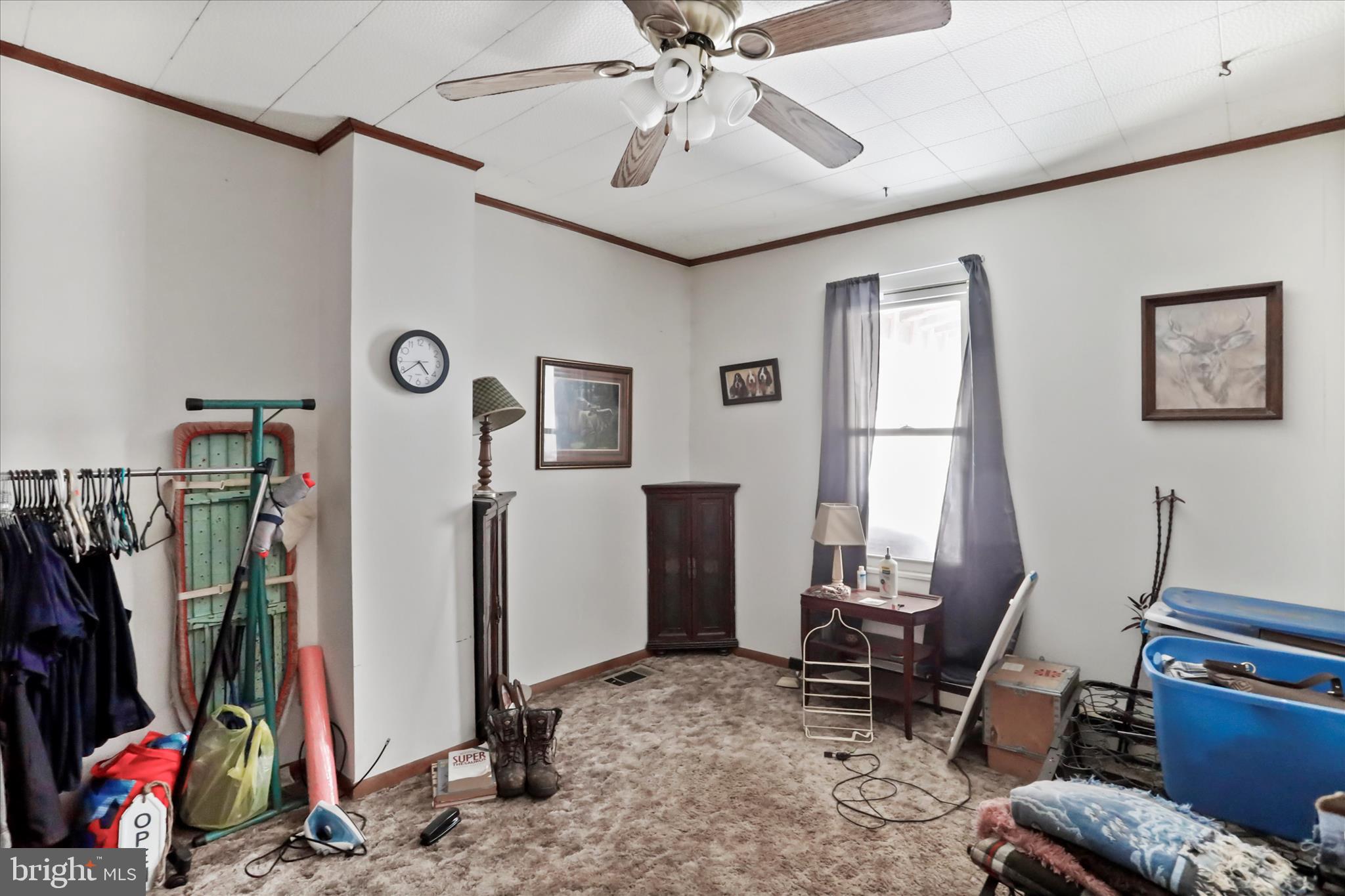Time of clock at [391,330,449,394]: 4:38
